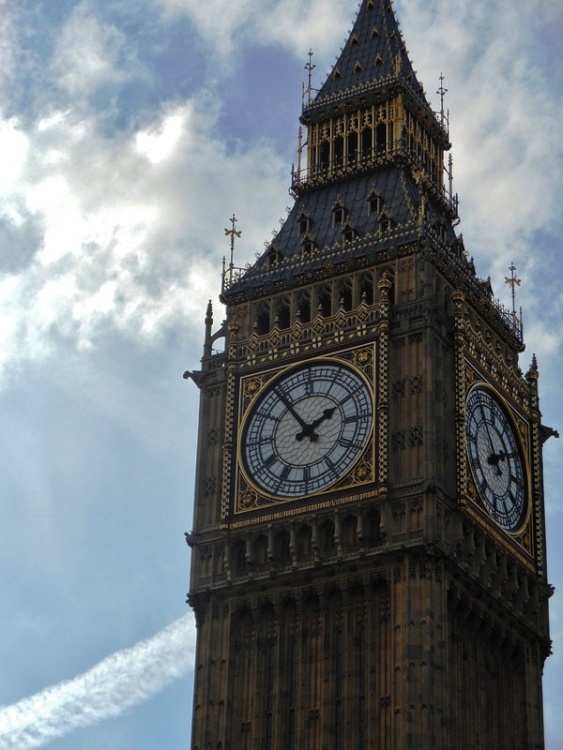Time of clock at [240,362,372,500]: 1:54
